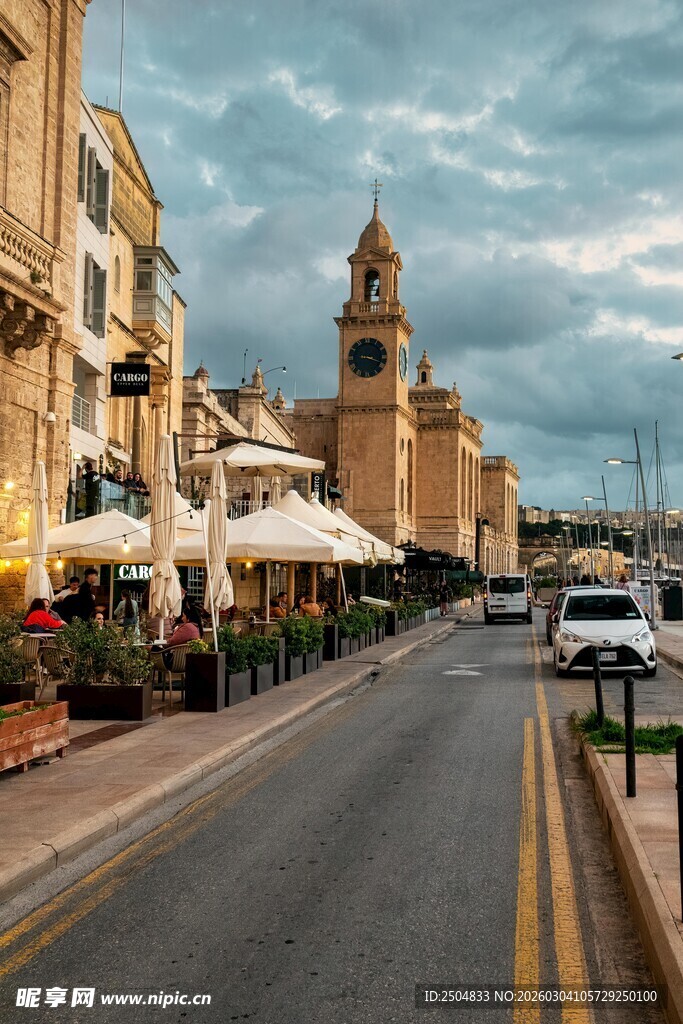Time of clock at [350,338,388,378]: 9:18
